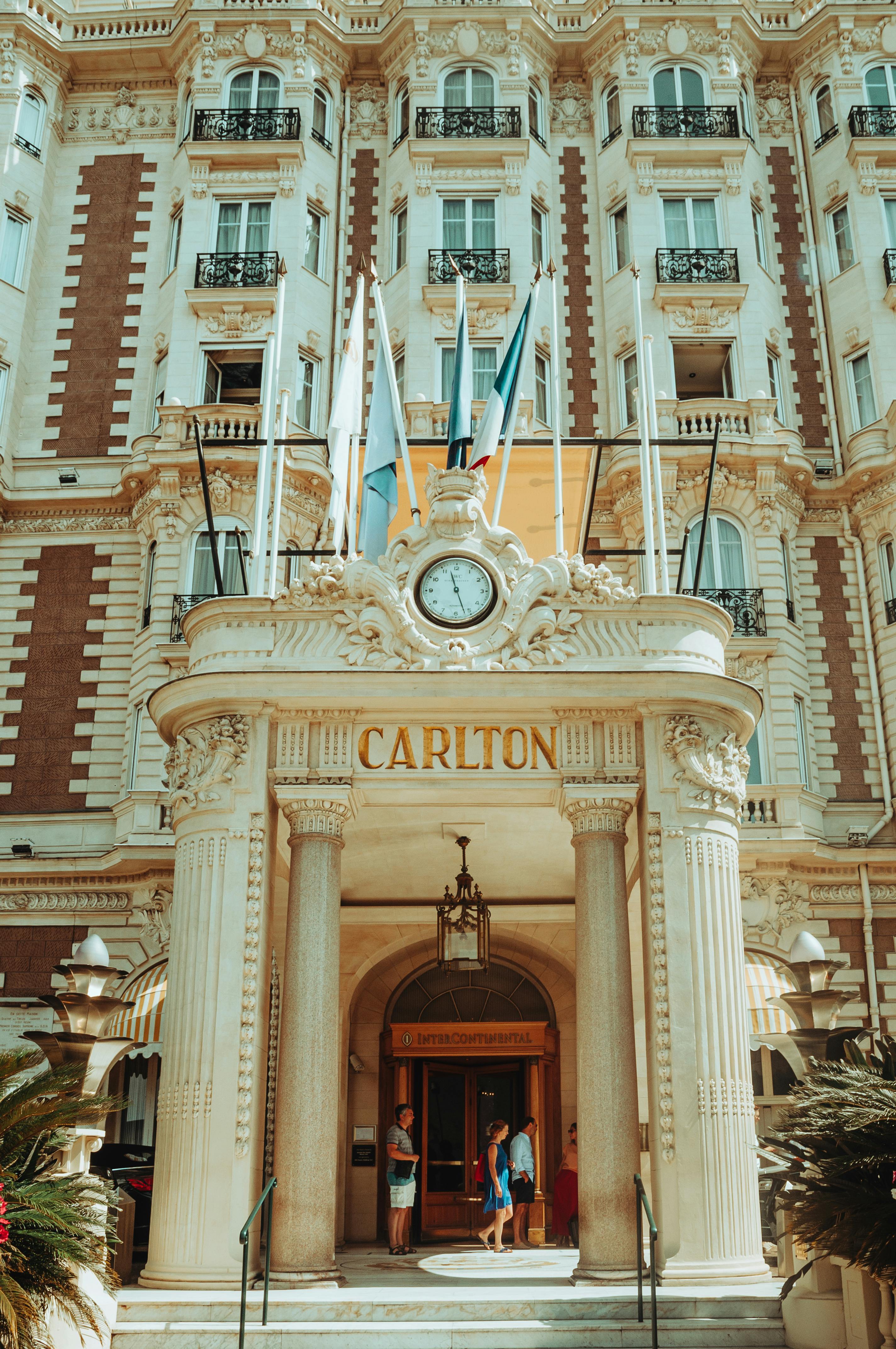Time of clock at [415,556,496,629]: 11:26
